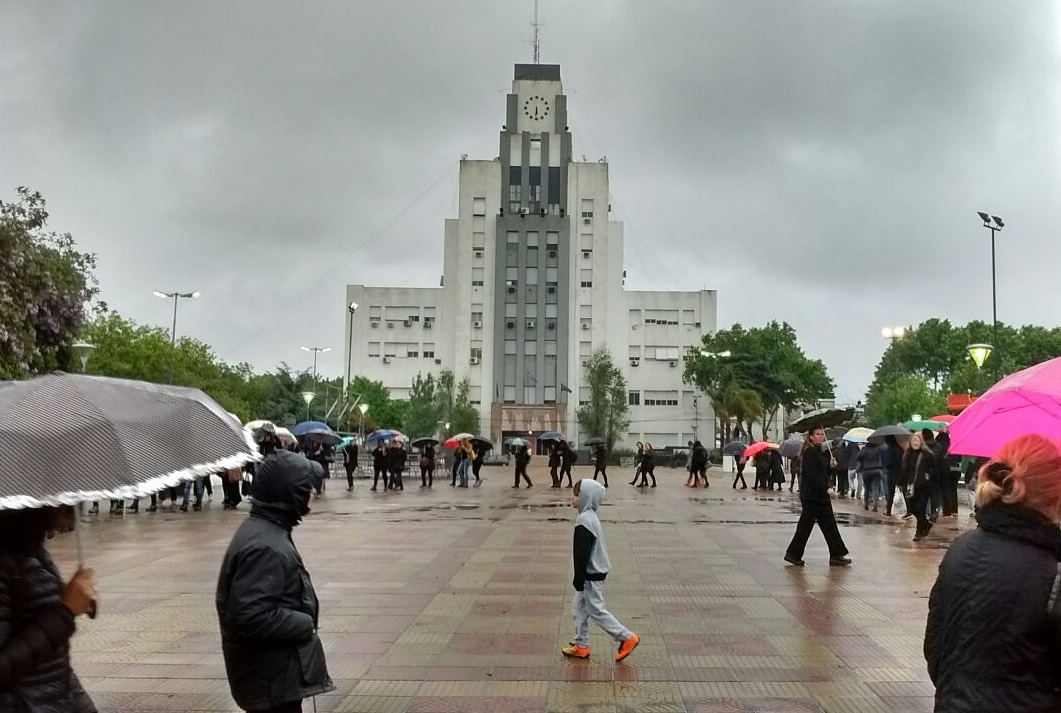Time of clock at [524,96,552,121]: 5:30
